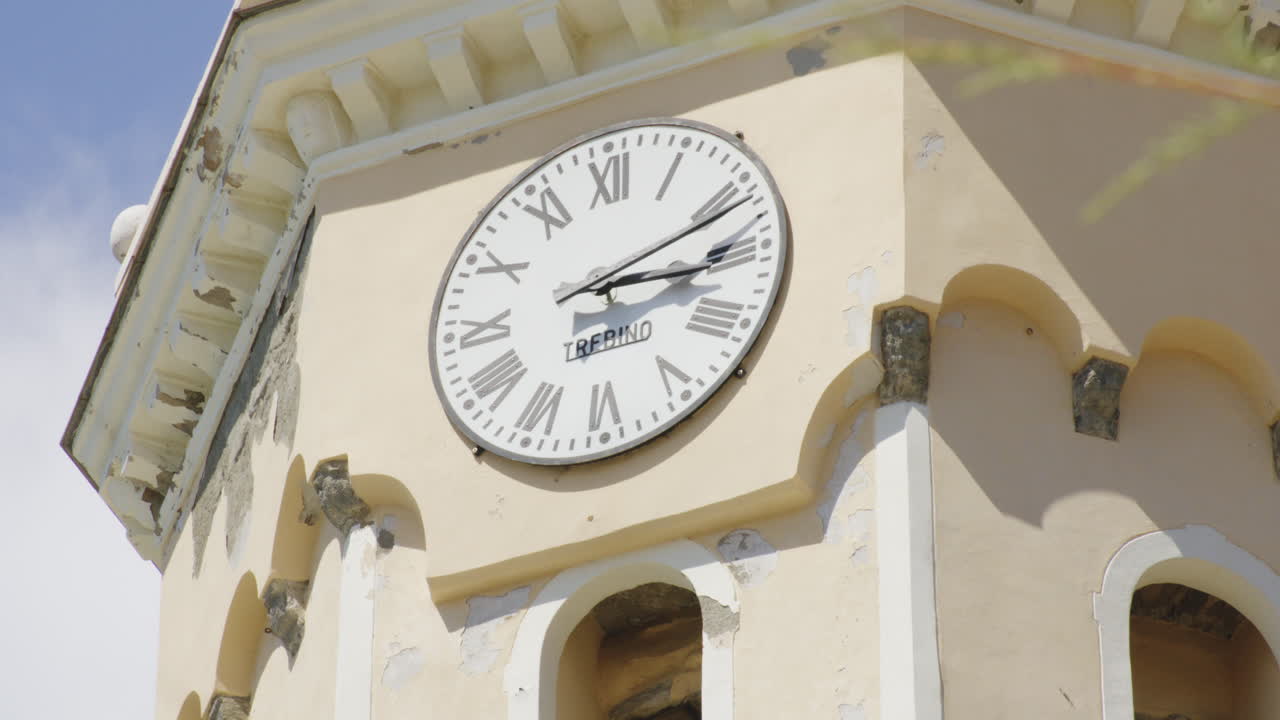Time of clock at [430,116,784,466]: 3:11
